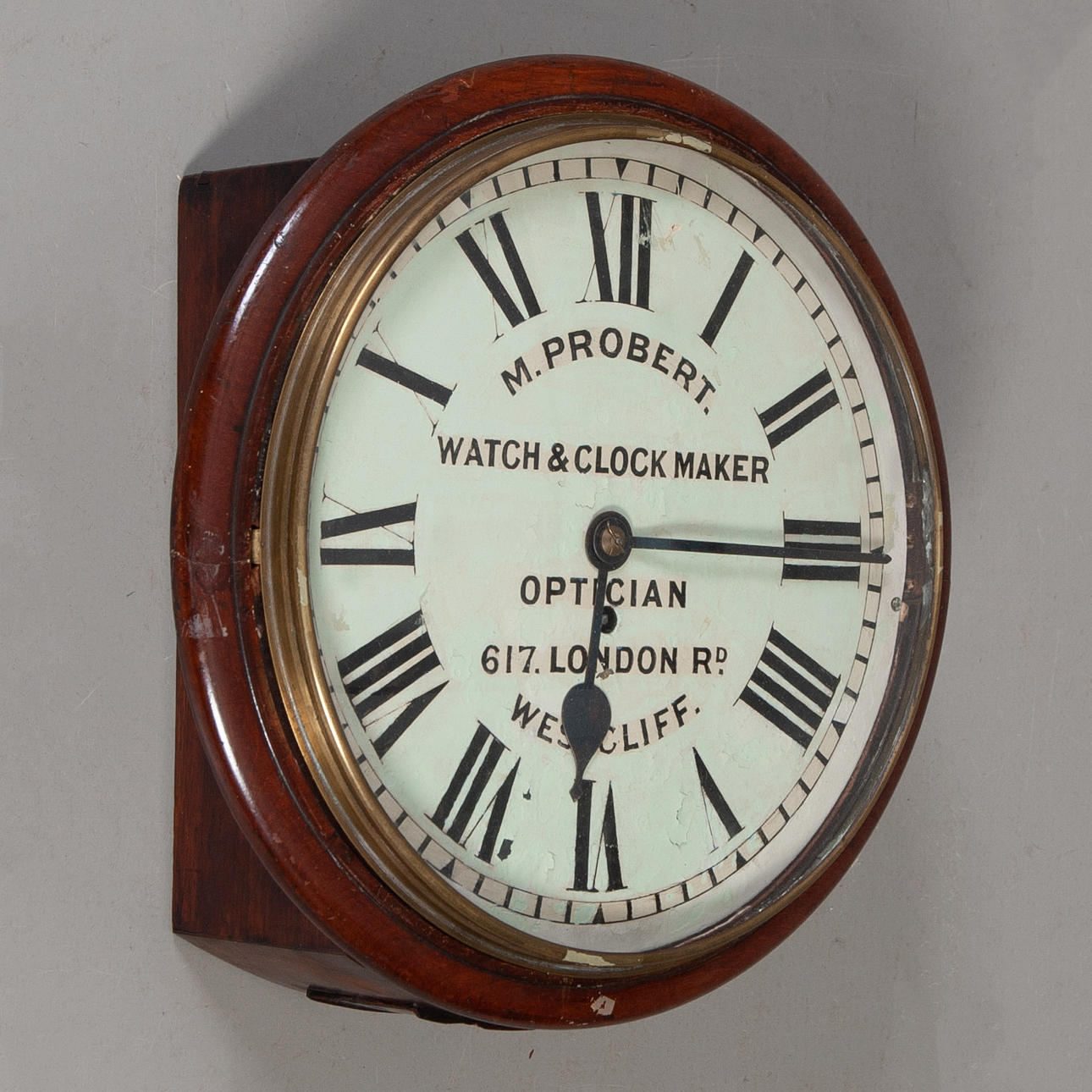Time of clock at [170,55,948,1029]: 6:14
